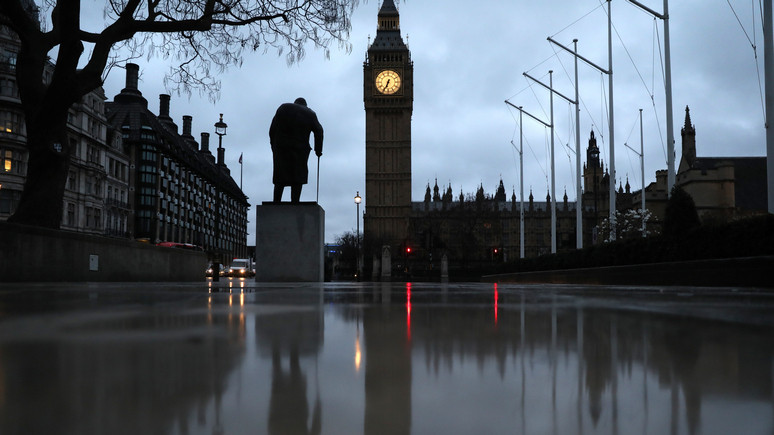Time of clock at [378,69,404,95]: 6:34
